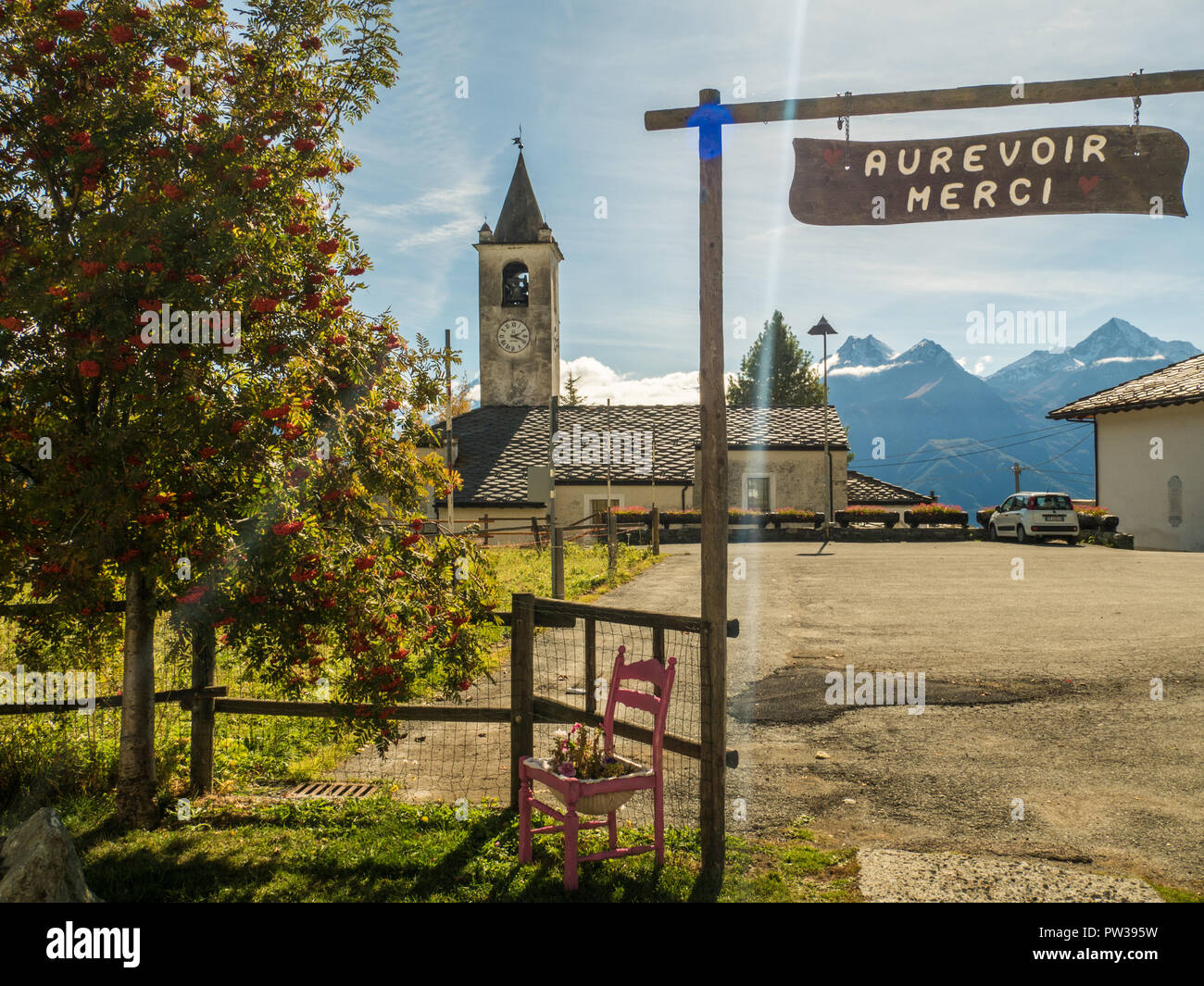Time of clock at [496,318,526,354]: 2:18
